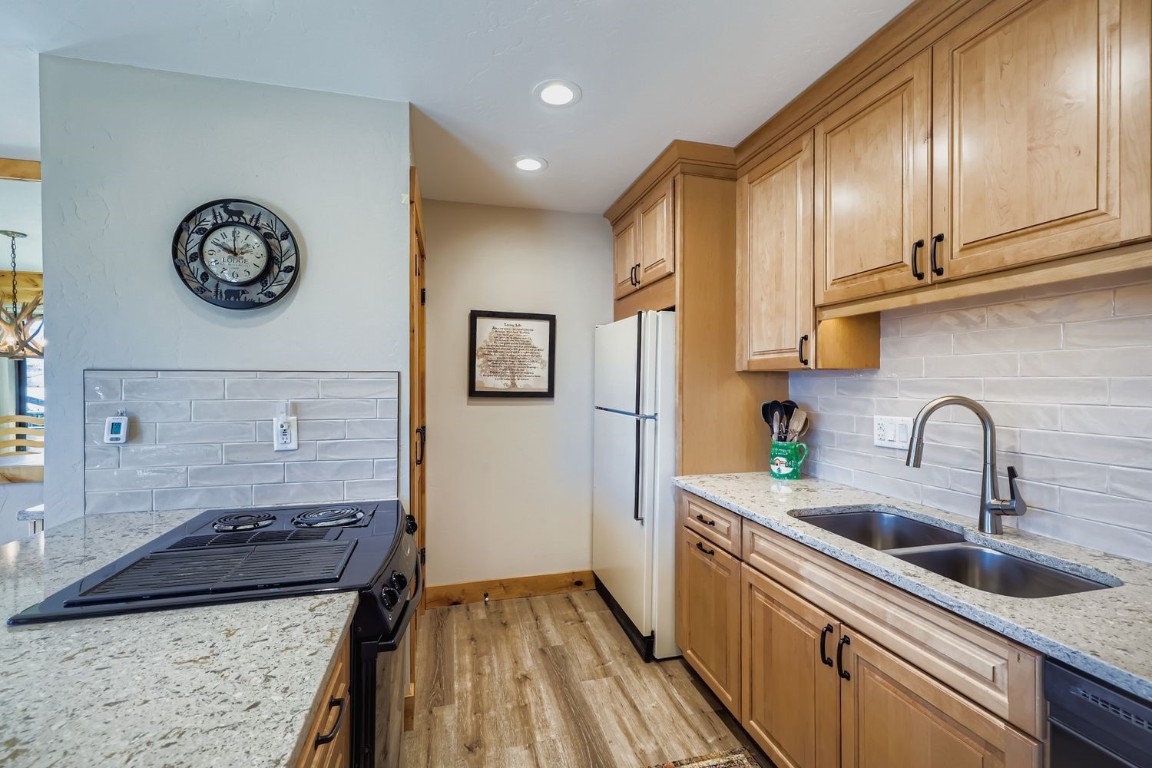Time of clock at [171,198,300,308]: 10:00
